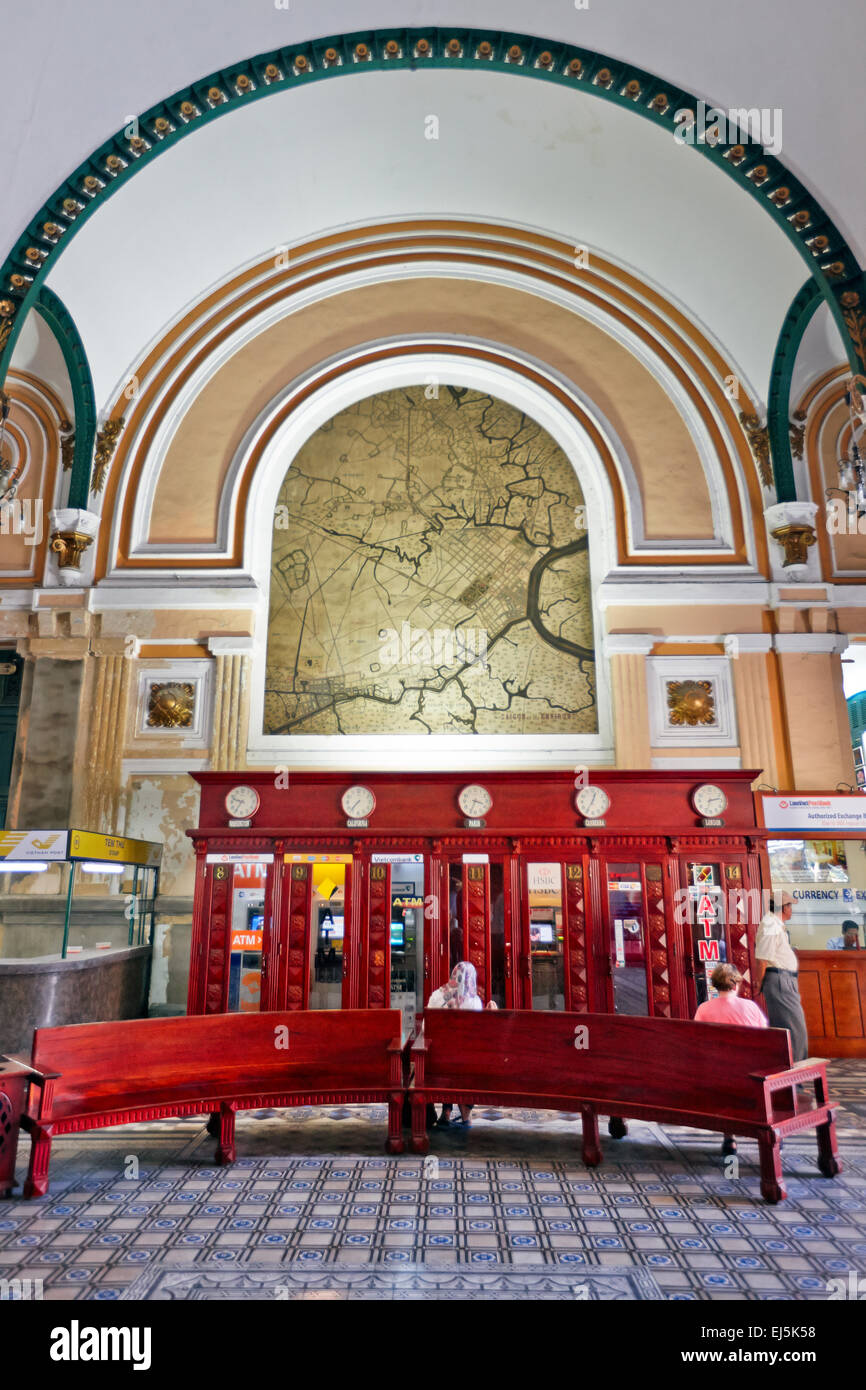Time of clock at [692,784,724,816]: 2:33
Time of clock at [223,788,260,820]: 9:35
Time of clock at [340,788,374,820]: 7:37
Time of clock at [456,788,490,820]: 3:34
